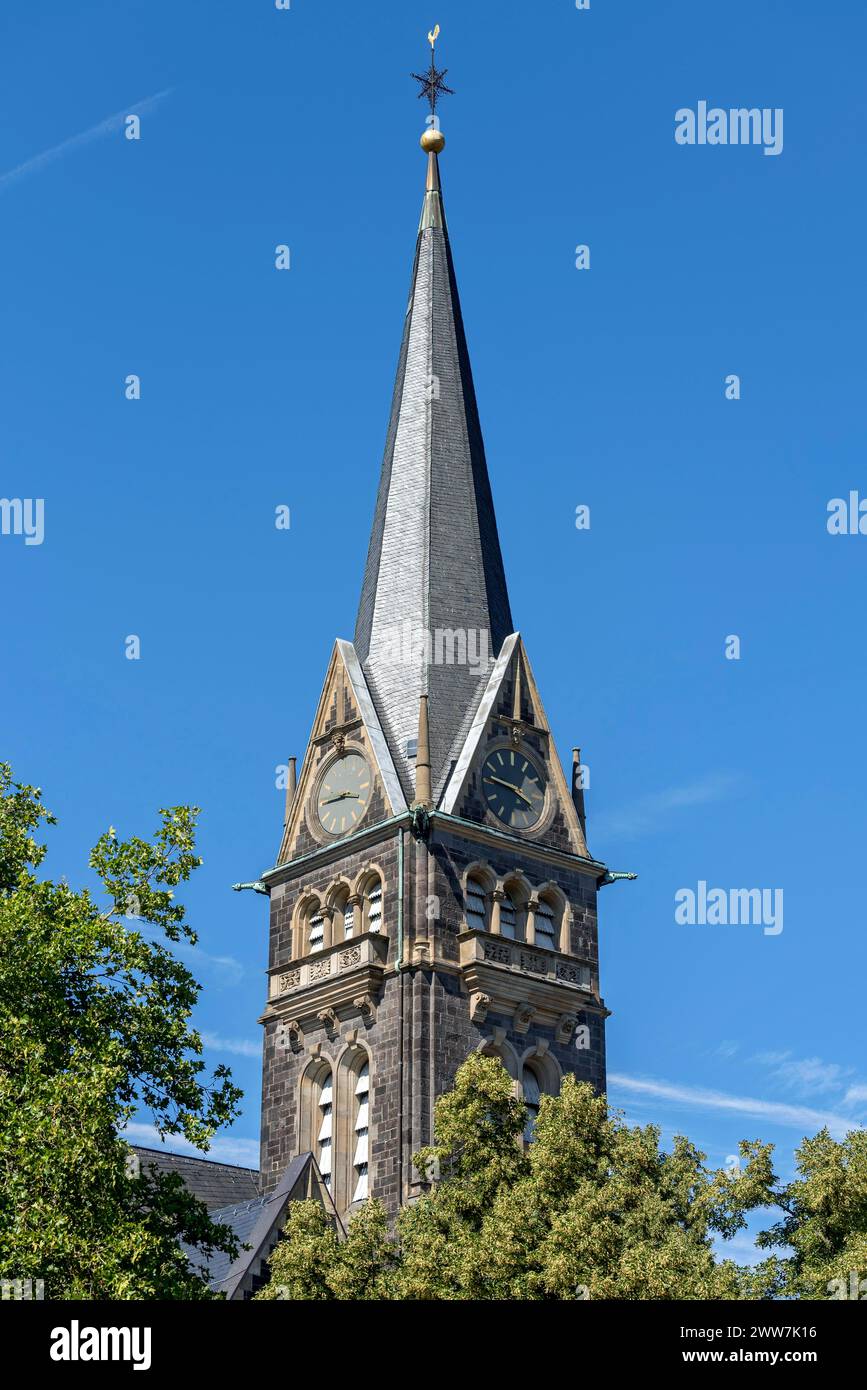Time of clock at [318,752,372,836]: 3:44
